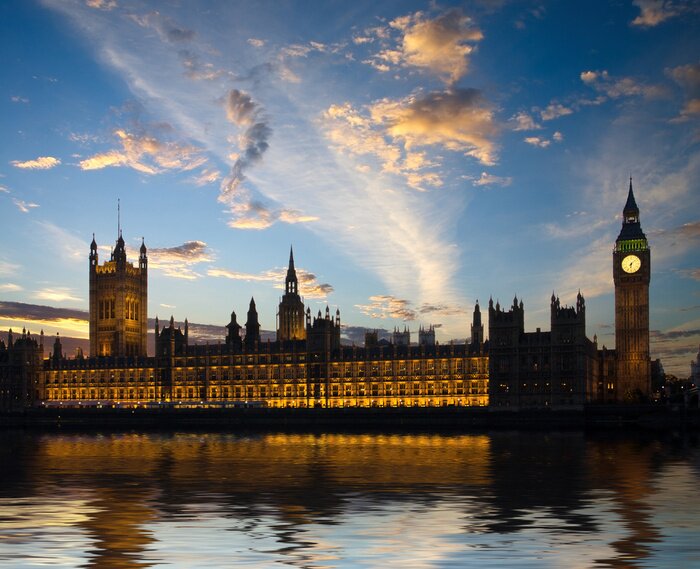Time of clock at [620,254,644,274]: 6:07
